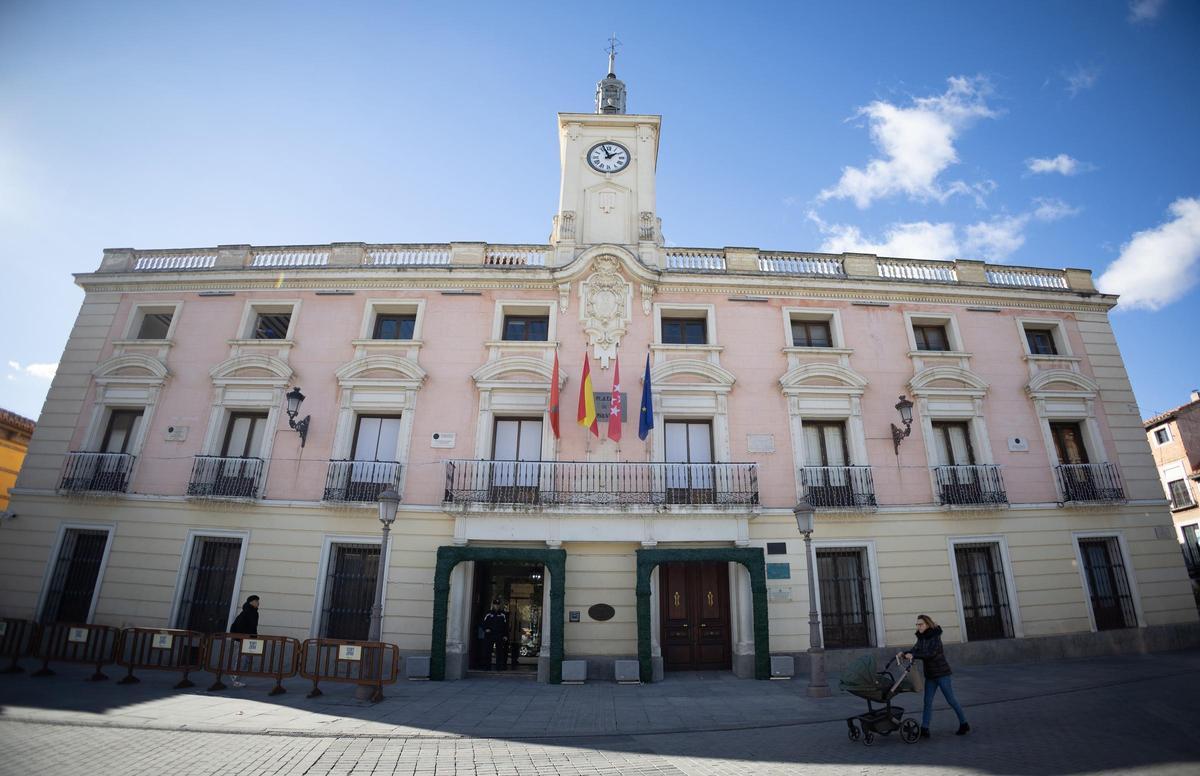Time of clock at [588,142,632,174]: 1:56
